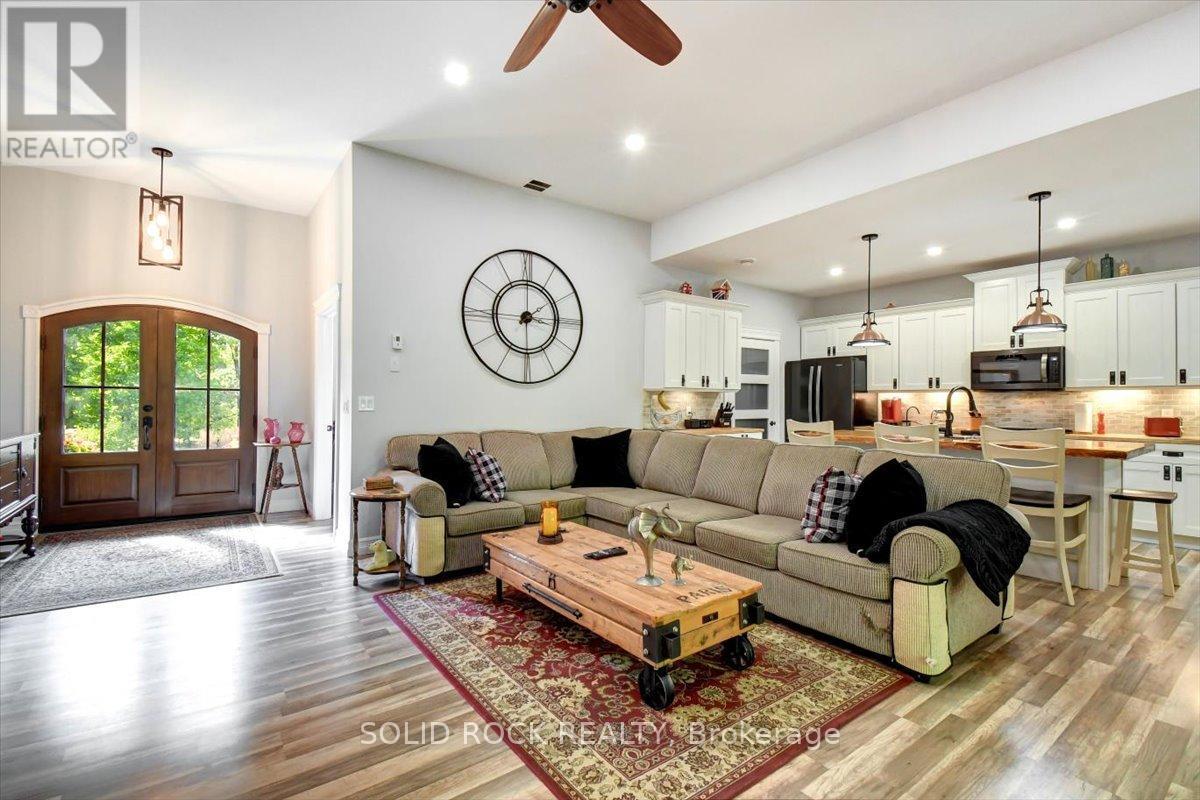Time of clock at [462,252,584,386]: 2:00
